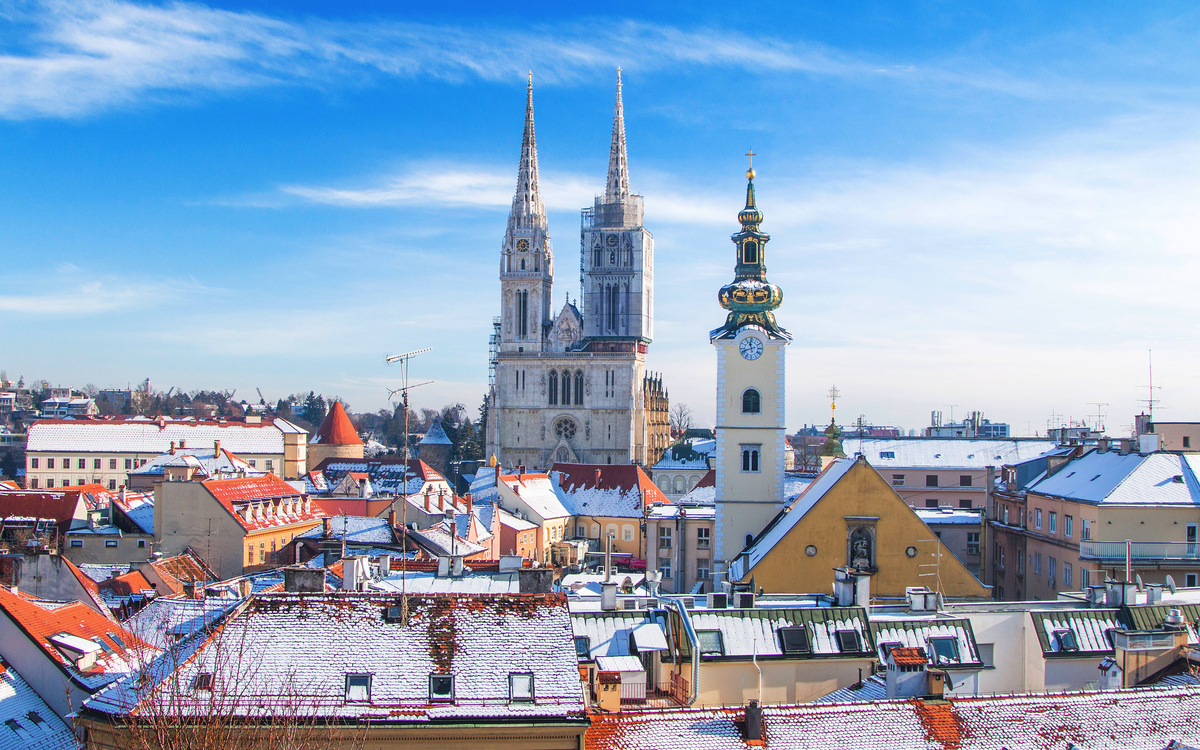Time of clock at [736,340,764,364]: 11:41
